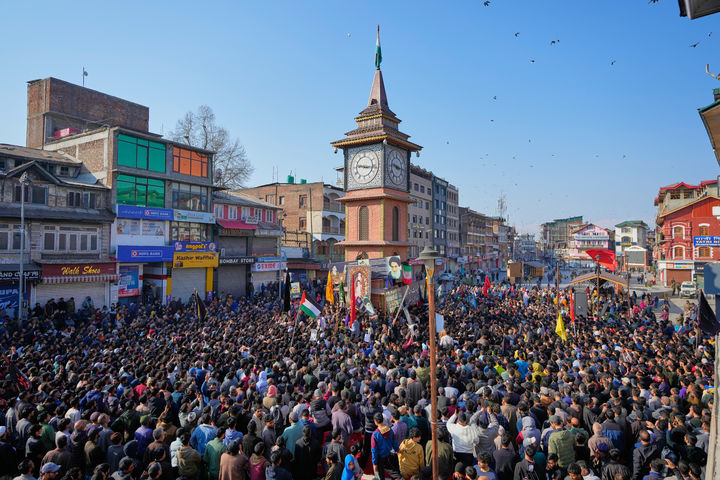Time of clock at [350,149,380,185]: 9:16
